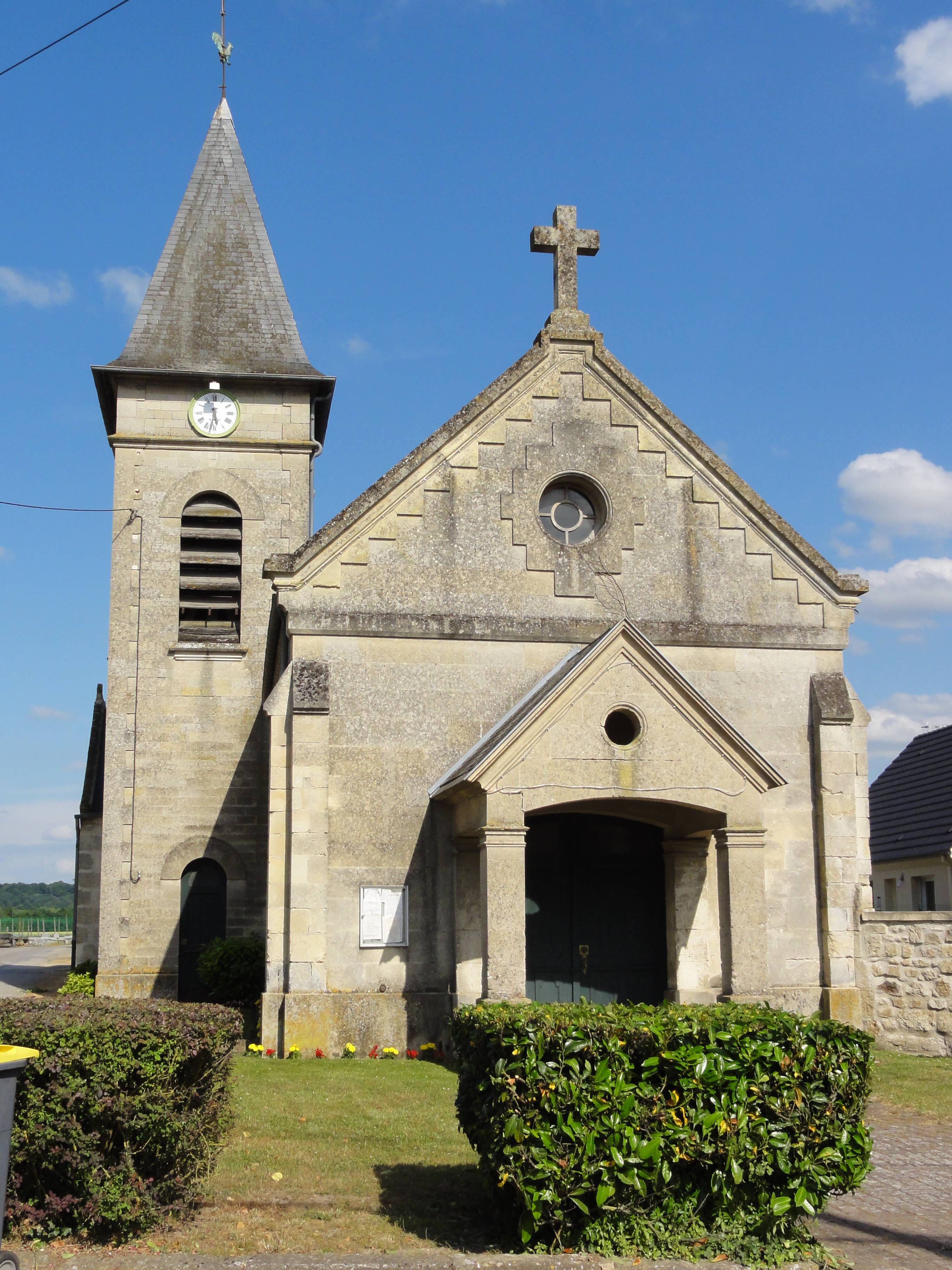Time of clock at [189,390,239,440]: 5:32
